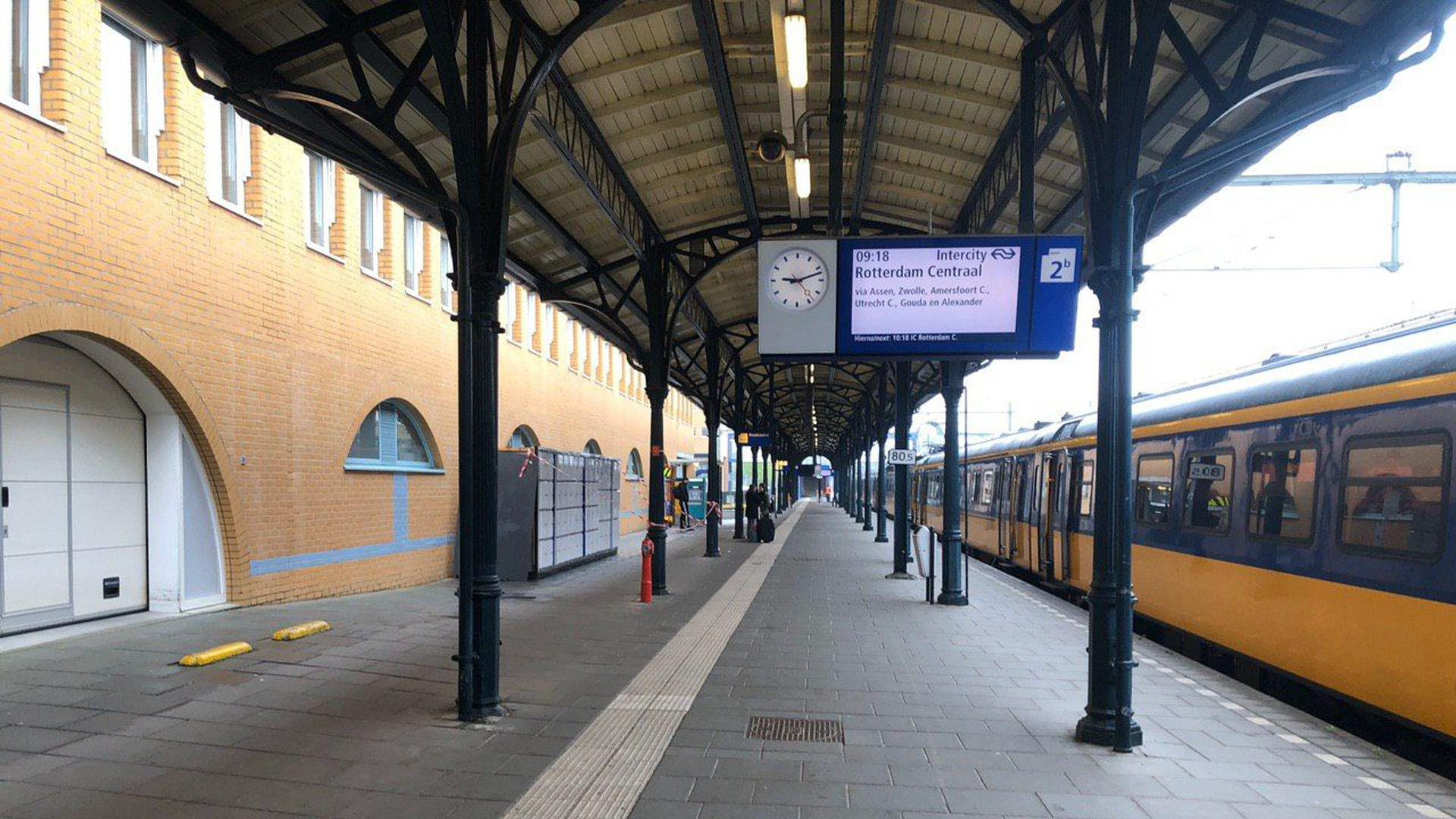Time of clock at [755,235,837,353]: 9:12
